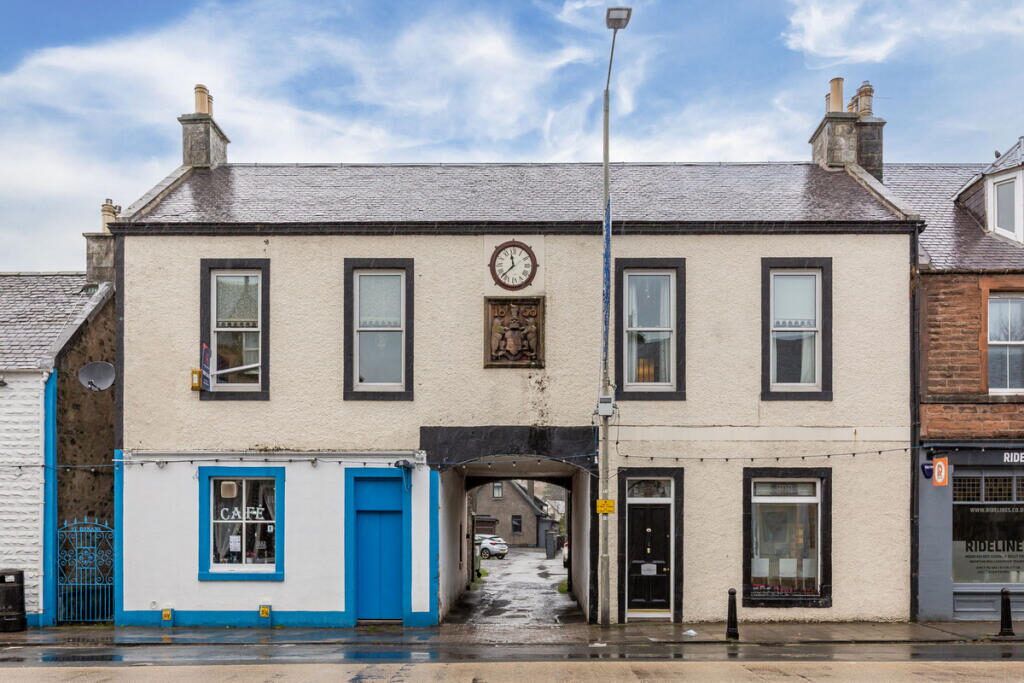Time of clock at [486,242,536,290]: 11:37
